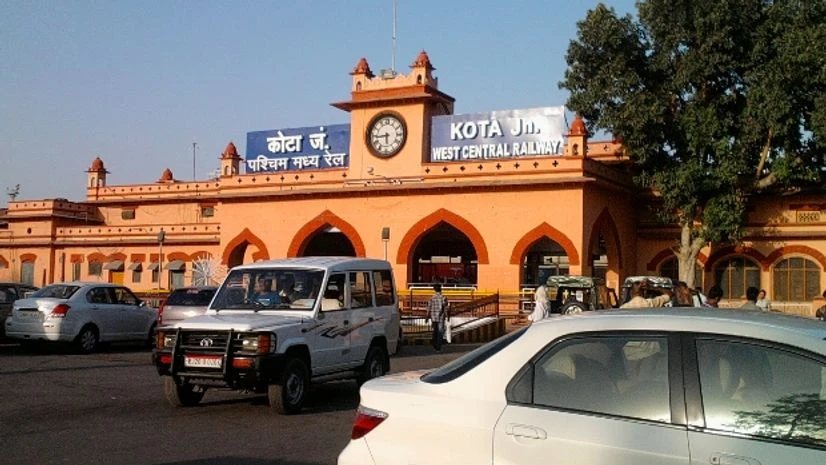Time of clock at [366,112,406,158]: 5:43
